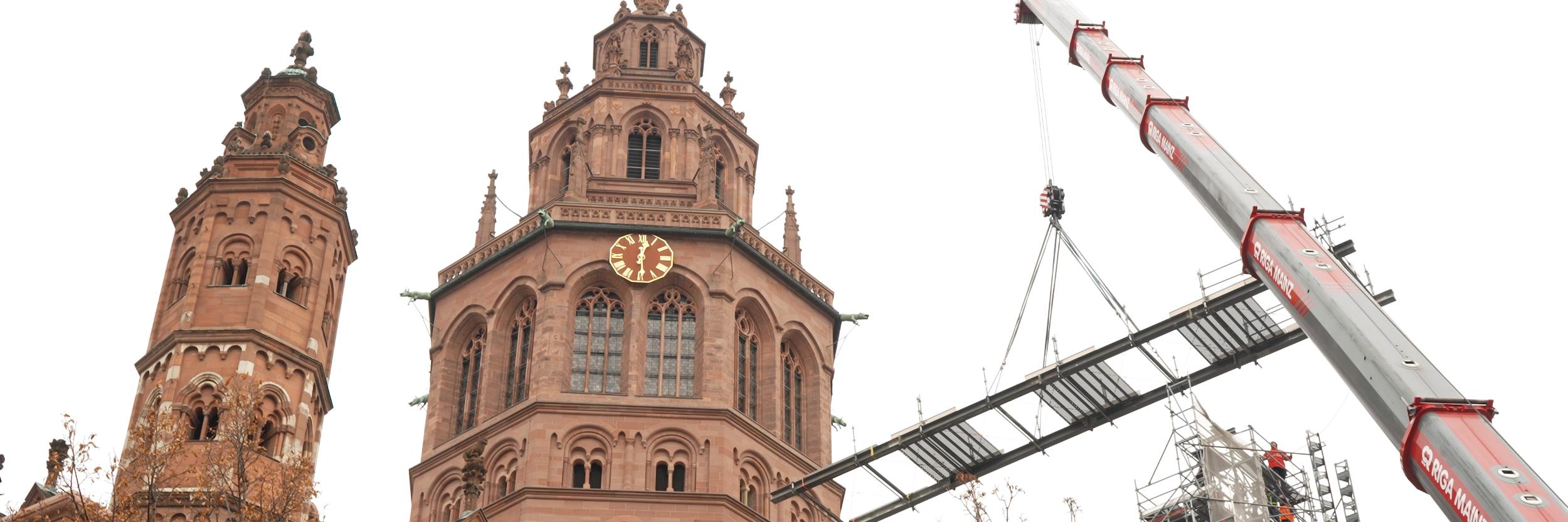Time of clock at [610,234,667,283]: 12:29
